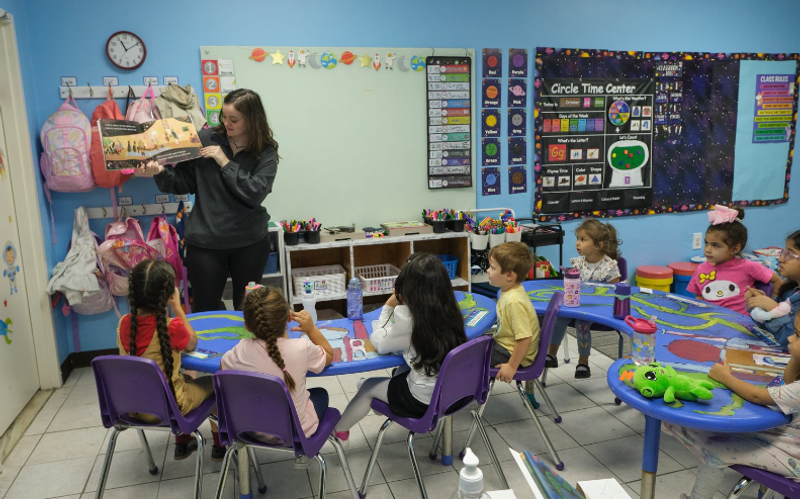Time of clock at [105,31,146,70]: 11:10
